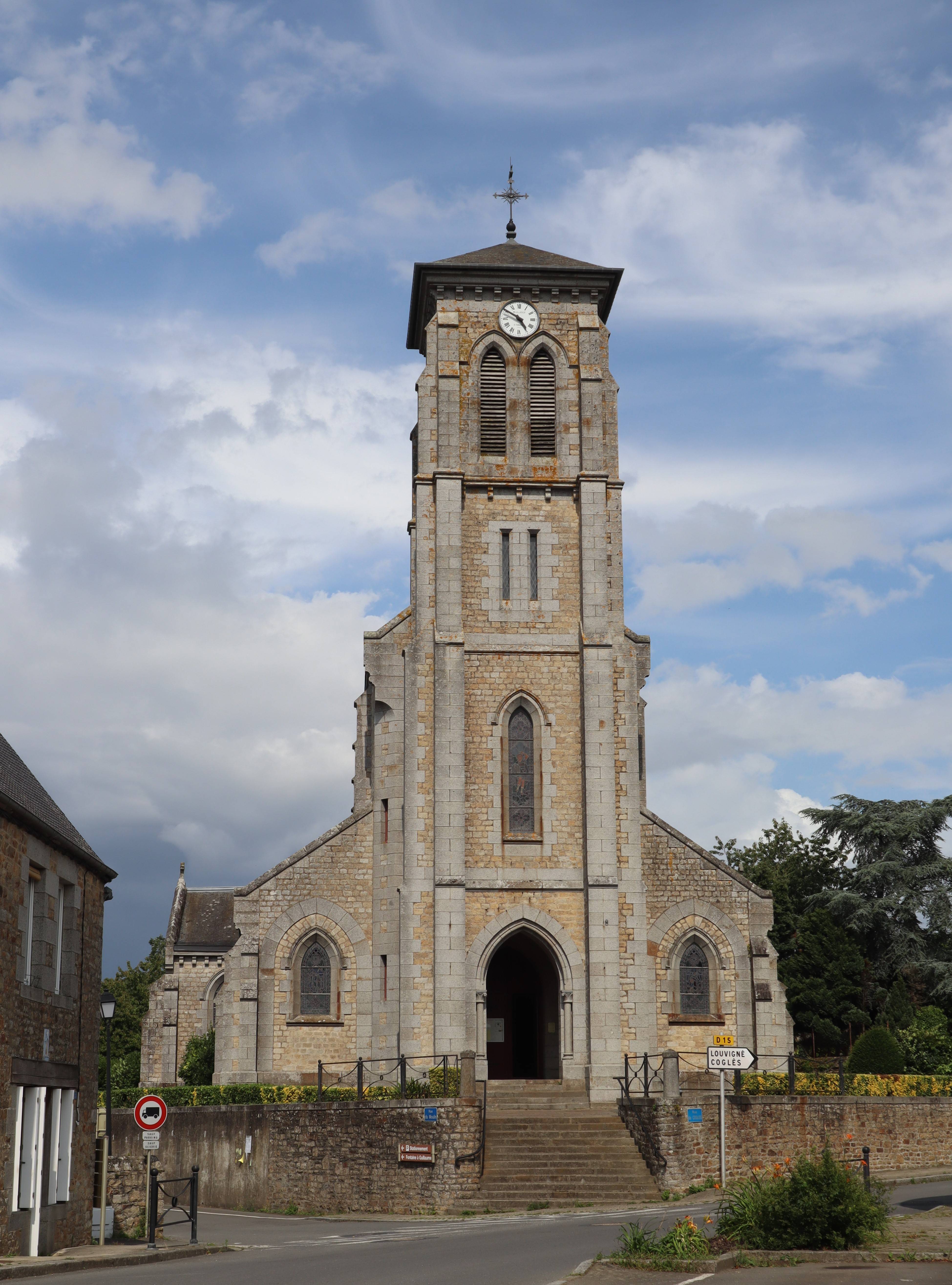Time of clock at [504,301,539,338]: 4:50
